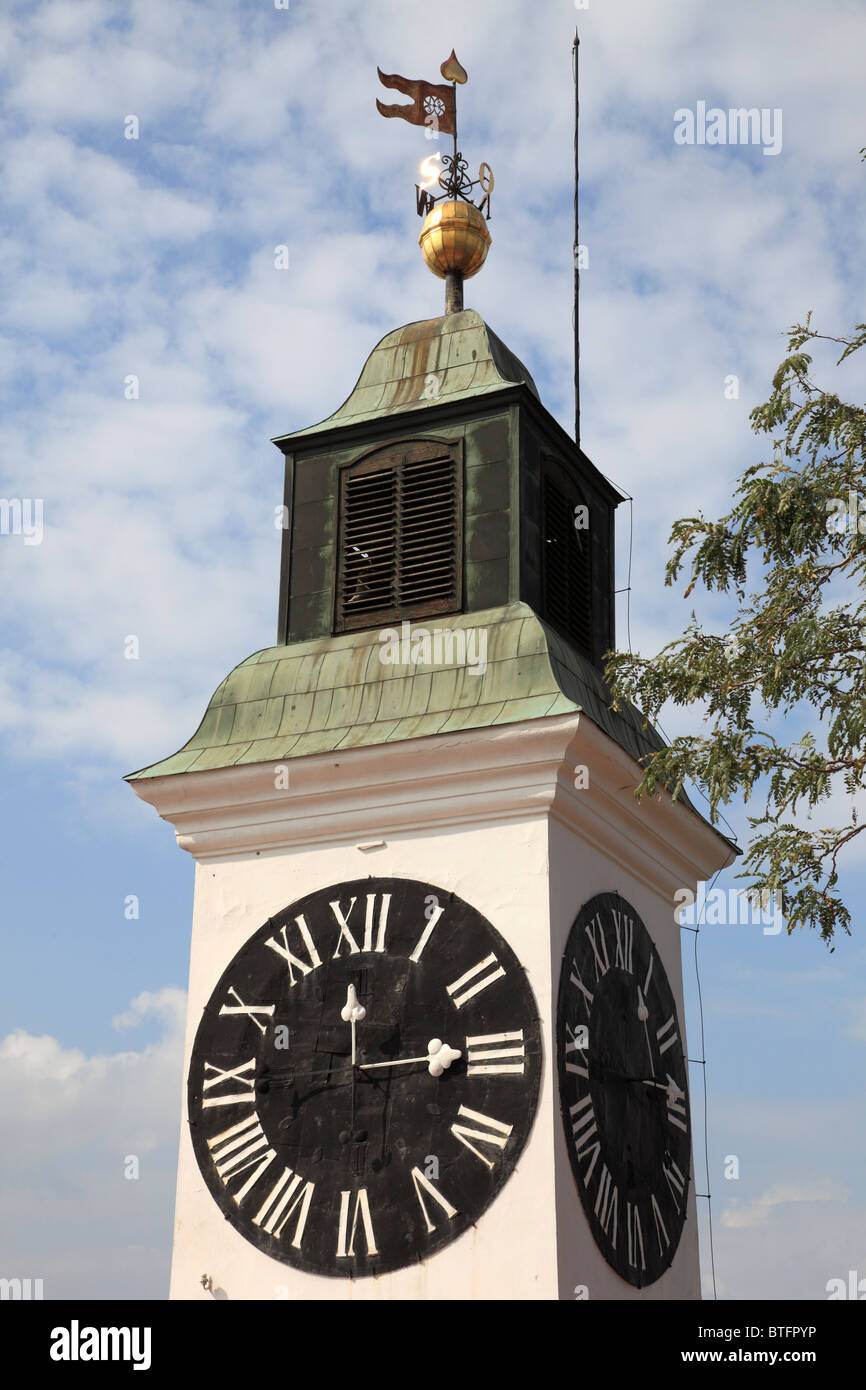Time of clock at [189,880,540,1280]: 12:14
